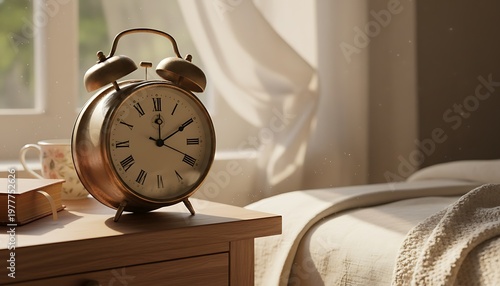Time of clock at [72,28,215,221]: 12:09
